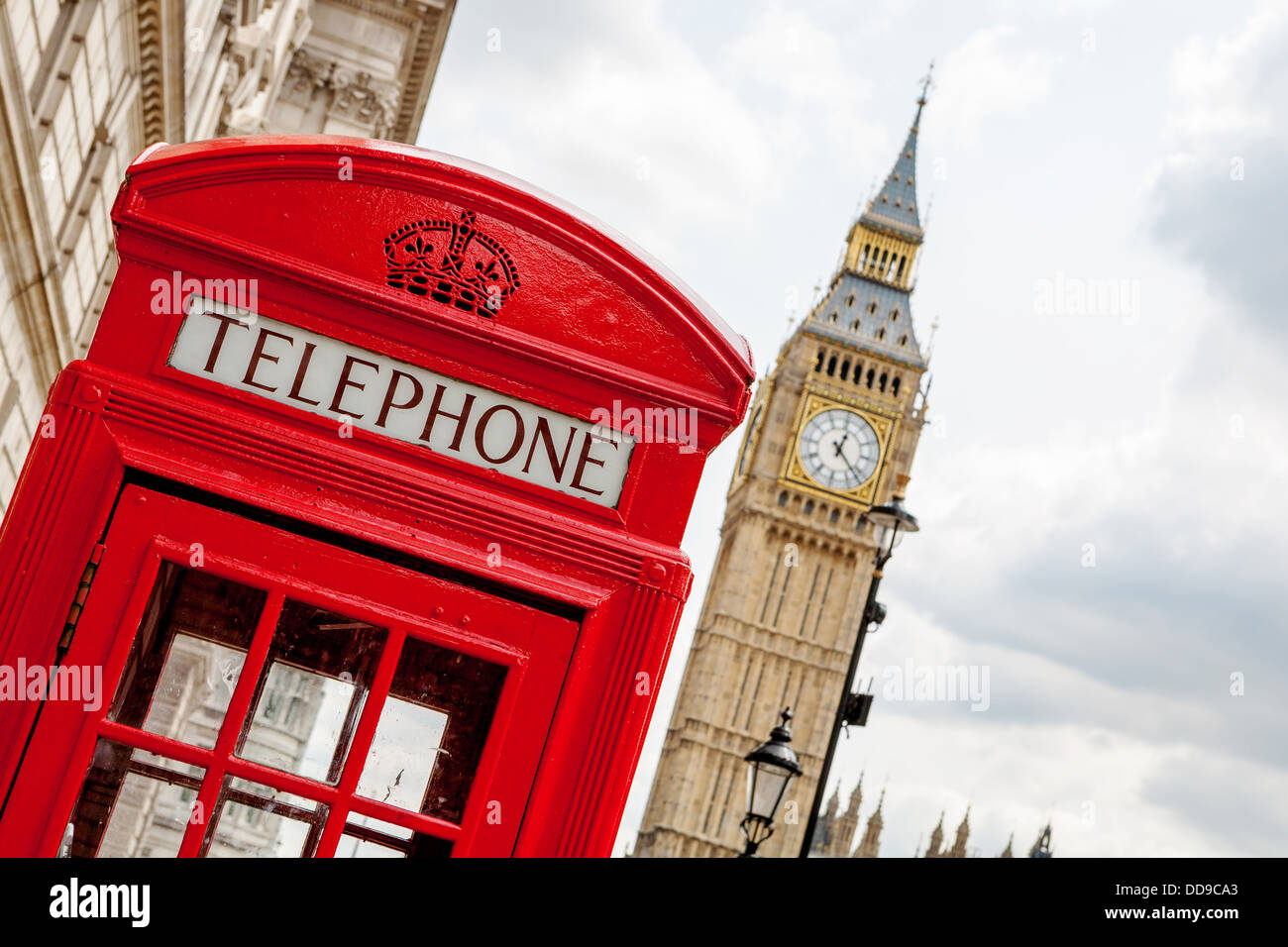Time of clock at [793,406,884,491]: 12:21
